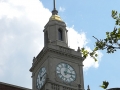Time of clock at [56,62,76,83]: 3:02
